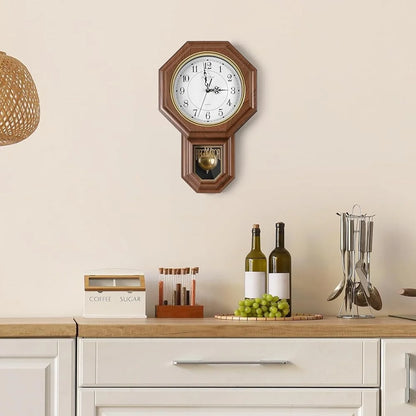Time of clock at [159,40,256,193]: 2:58
